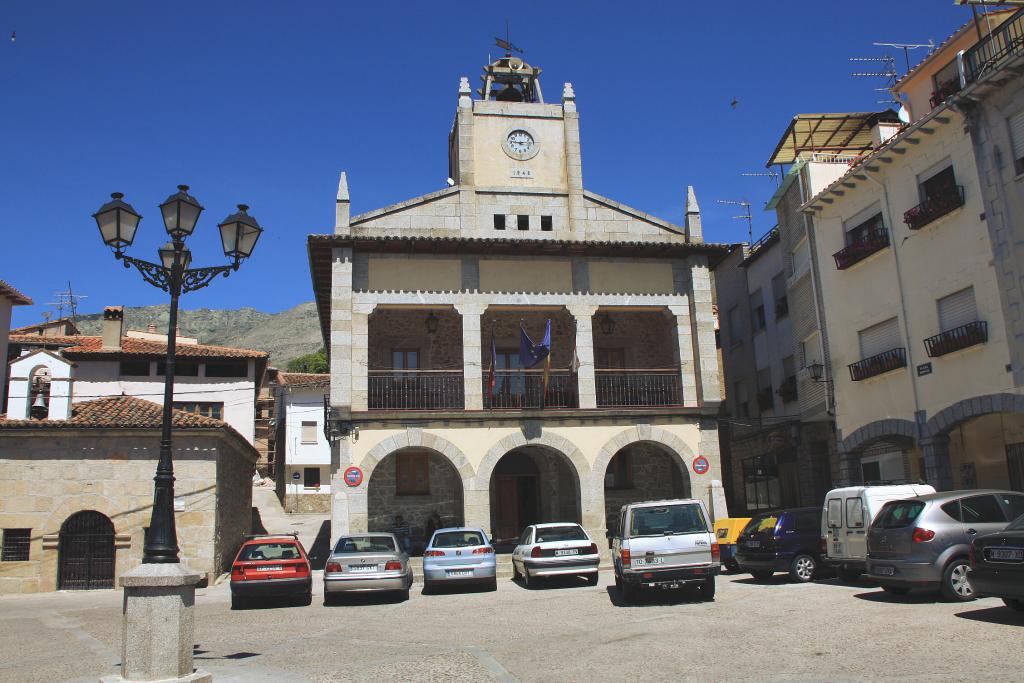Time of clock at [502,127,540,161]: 9:13
